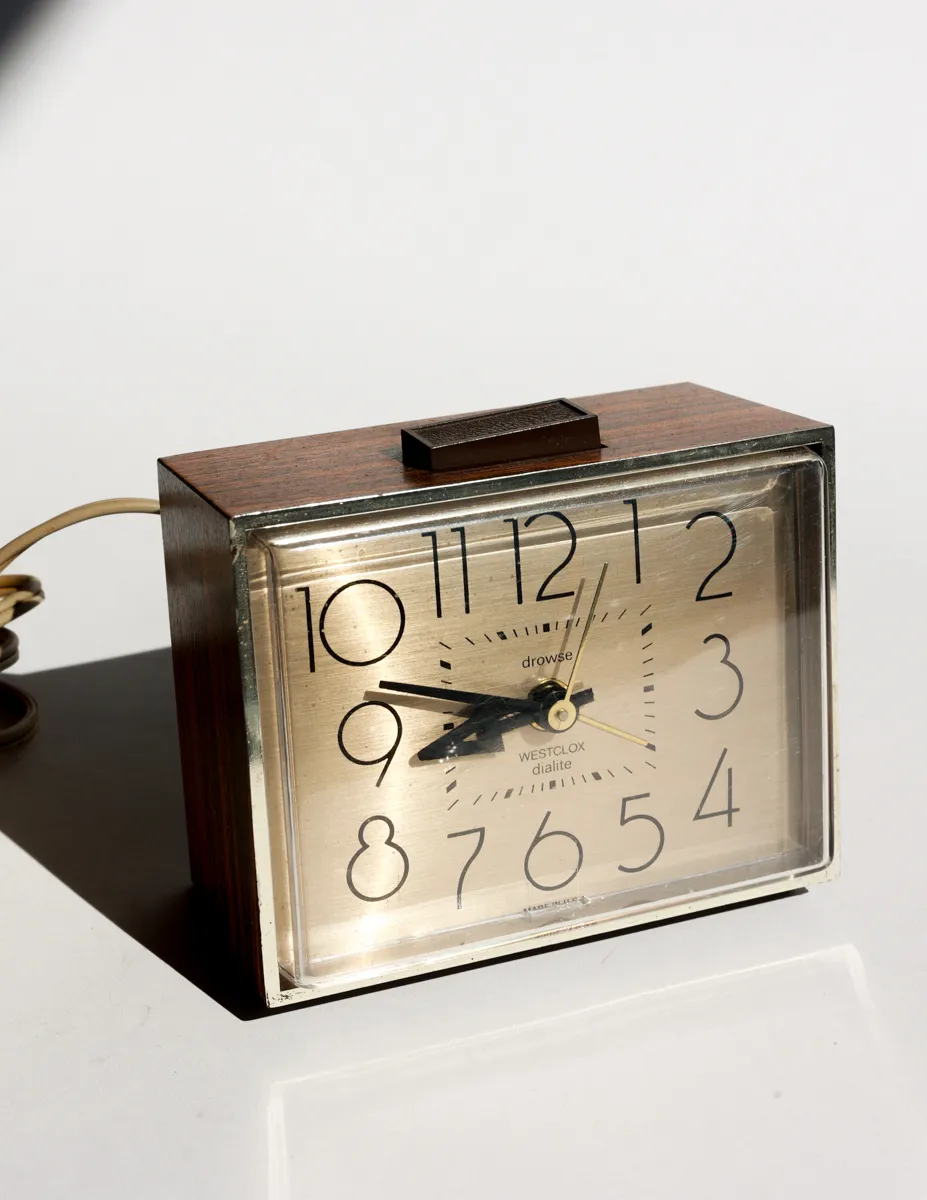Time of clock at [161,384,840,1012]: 8:47
